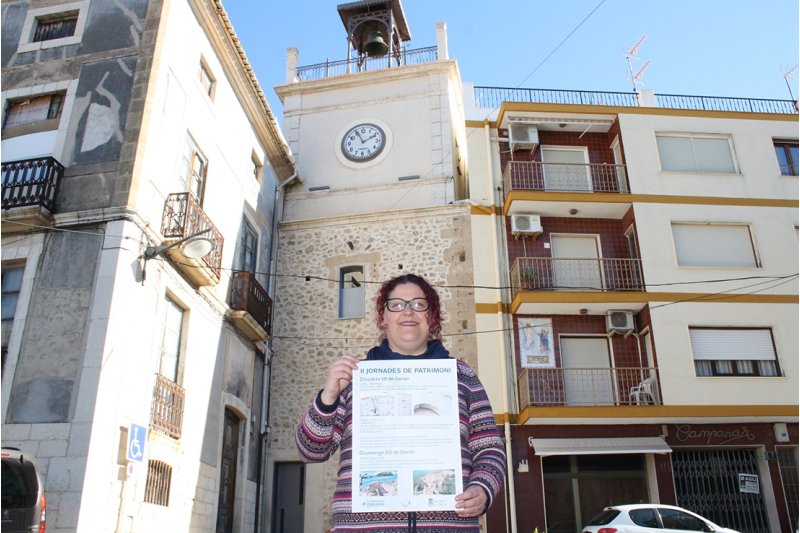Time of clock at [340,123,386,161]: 1:56
